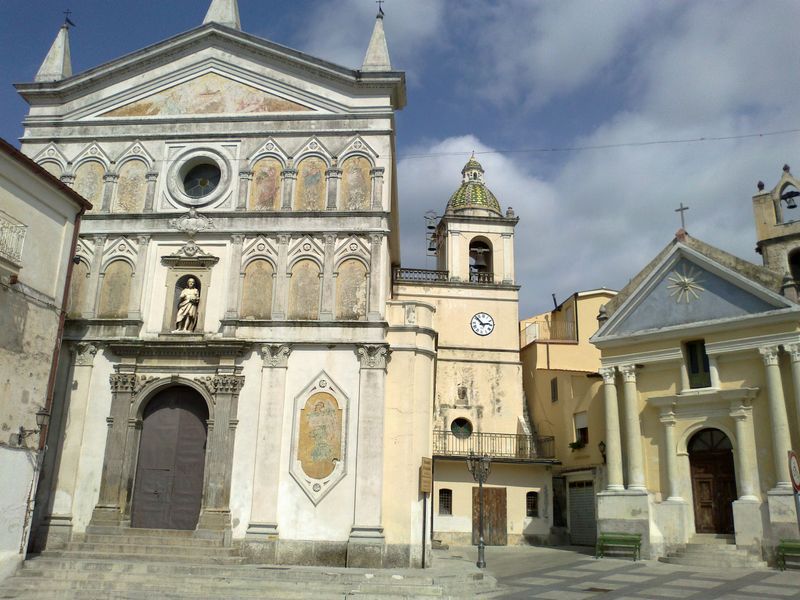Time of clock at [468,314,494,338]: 2:52
